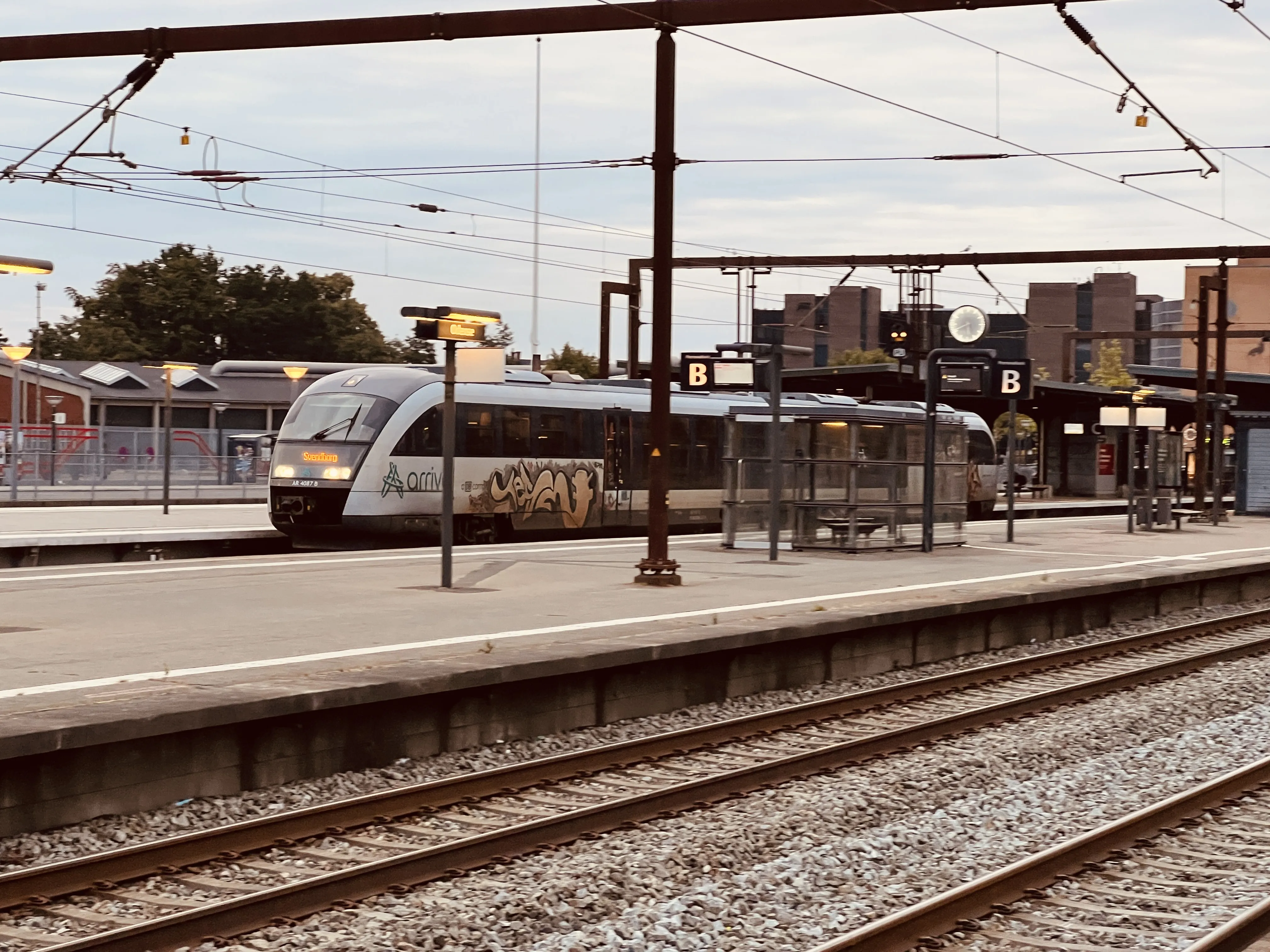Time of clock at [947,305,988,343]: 5:41
